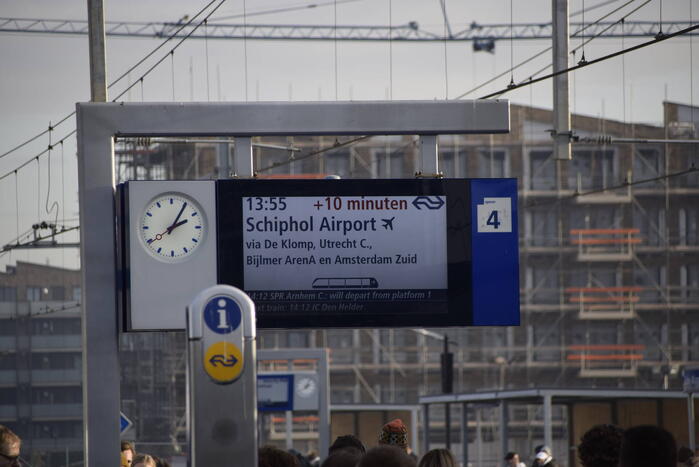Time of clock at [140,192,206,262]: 2:05
